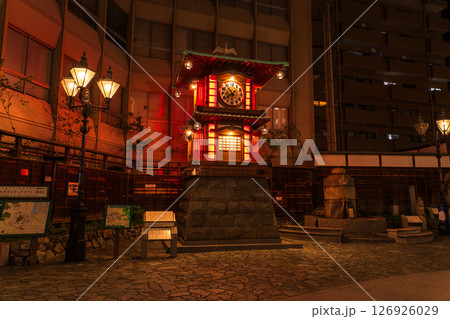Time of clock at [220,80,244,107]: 10:38
